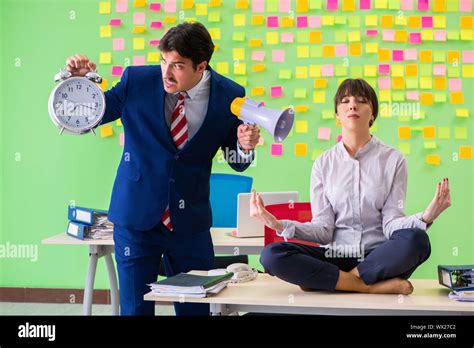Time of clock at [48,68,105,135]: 7:17
